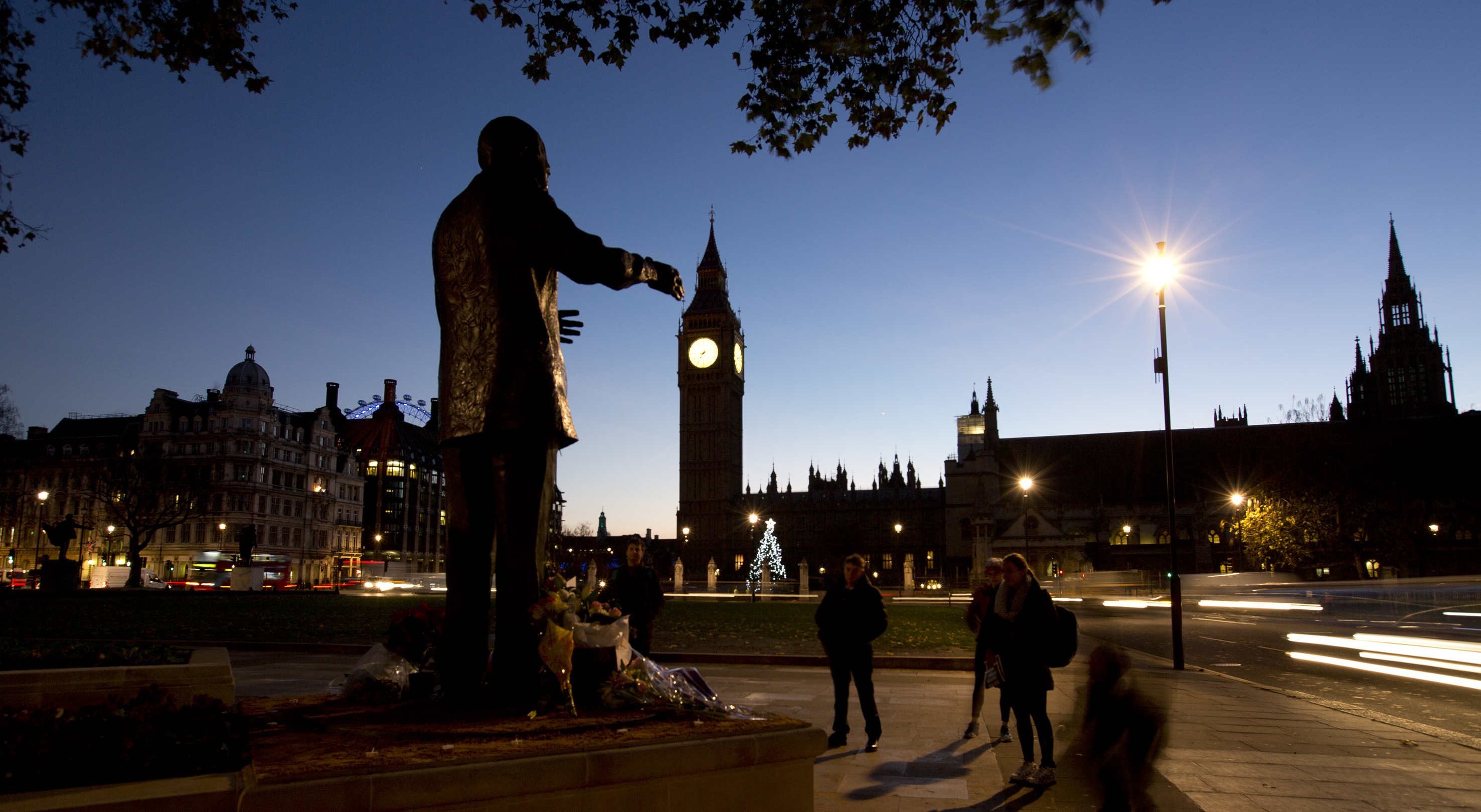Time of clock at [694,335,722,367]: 7:12
